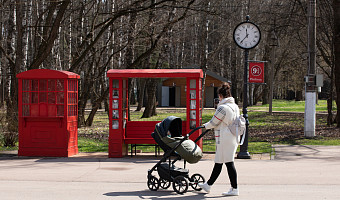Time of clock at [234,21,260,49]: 11:35
